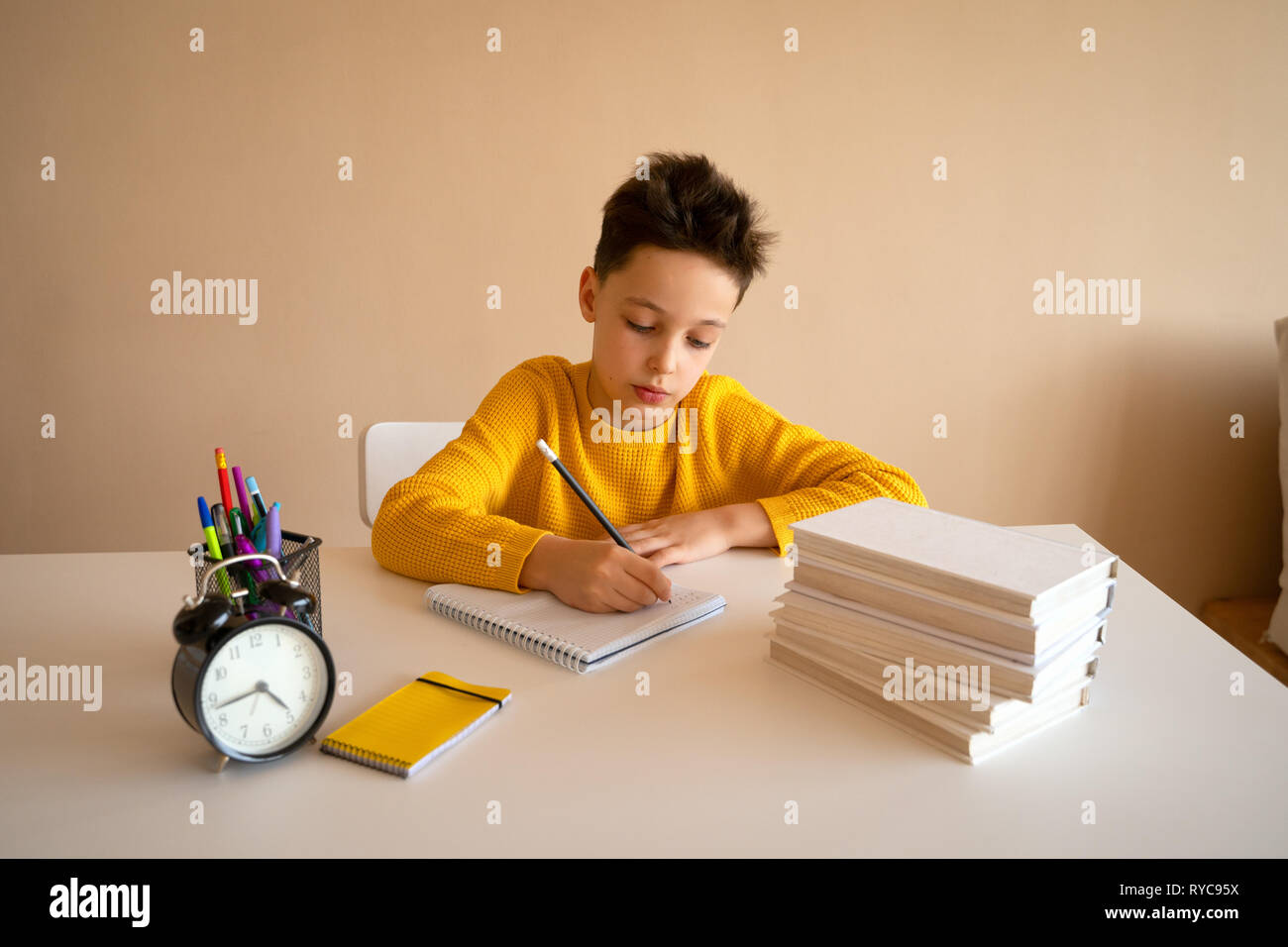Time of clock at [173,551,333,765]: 4:43
